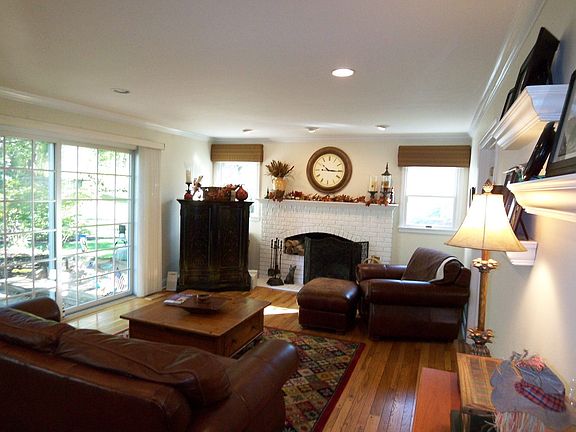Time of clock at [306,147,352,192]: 10:15
